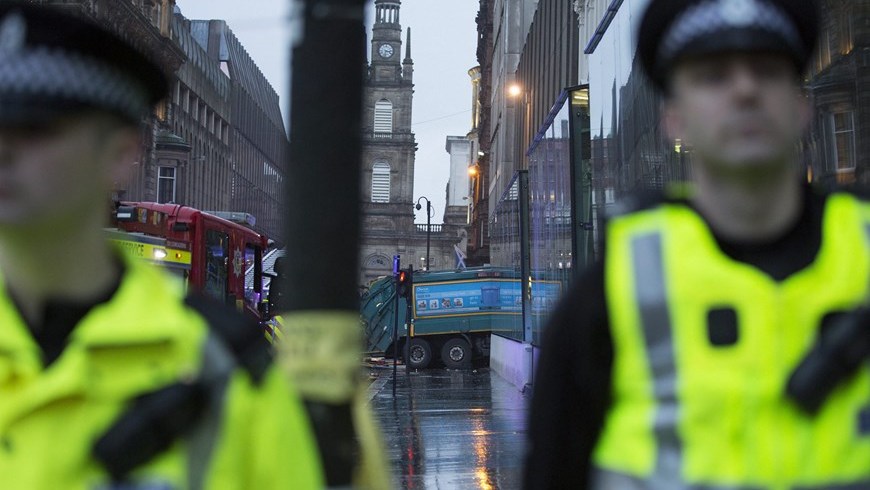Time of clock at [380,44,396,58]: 3:32
